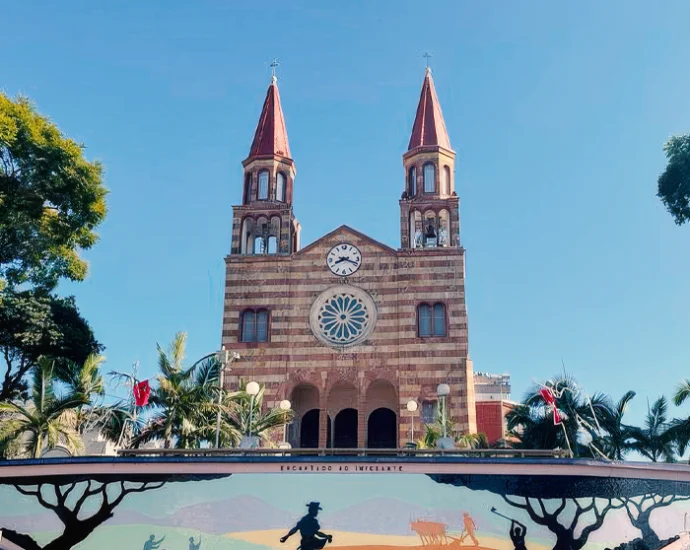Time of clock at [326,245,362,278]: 8:18
